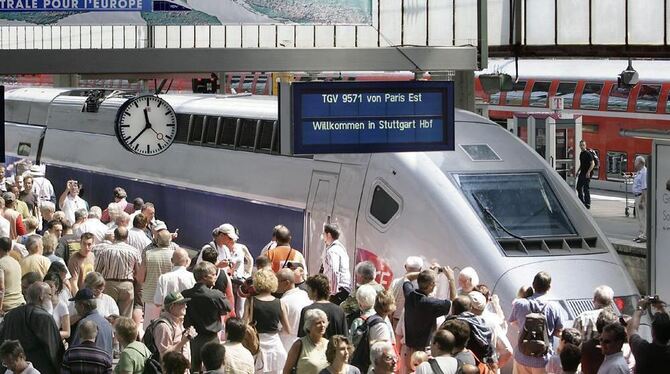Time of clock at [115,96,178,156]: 11:37
